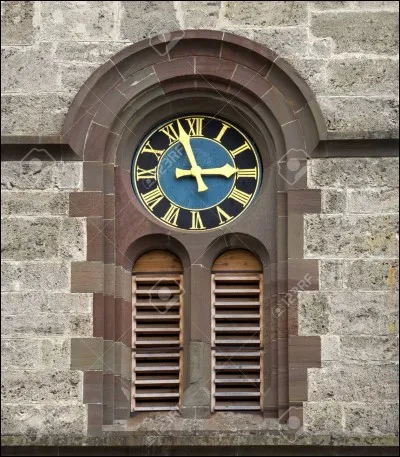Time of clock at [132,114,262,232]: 2:56
